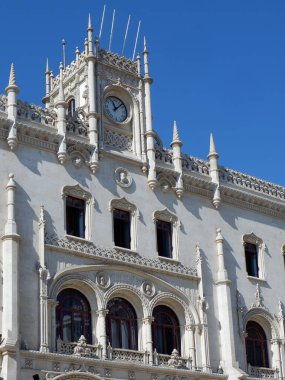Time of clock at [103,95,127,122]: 11:07
